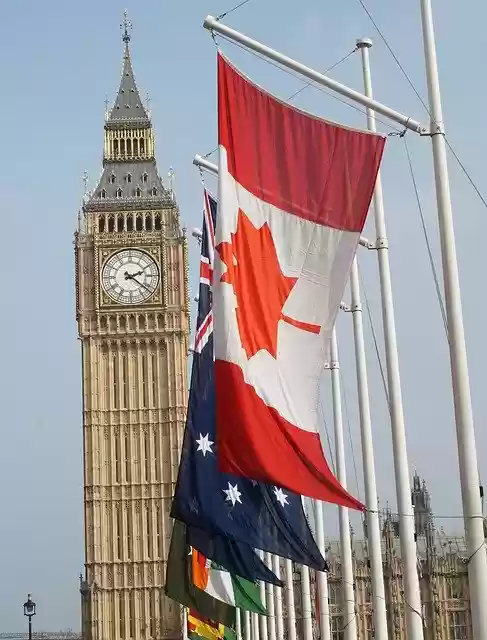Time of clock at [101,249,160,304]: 2:21
